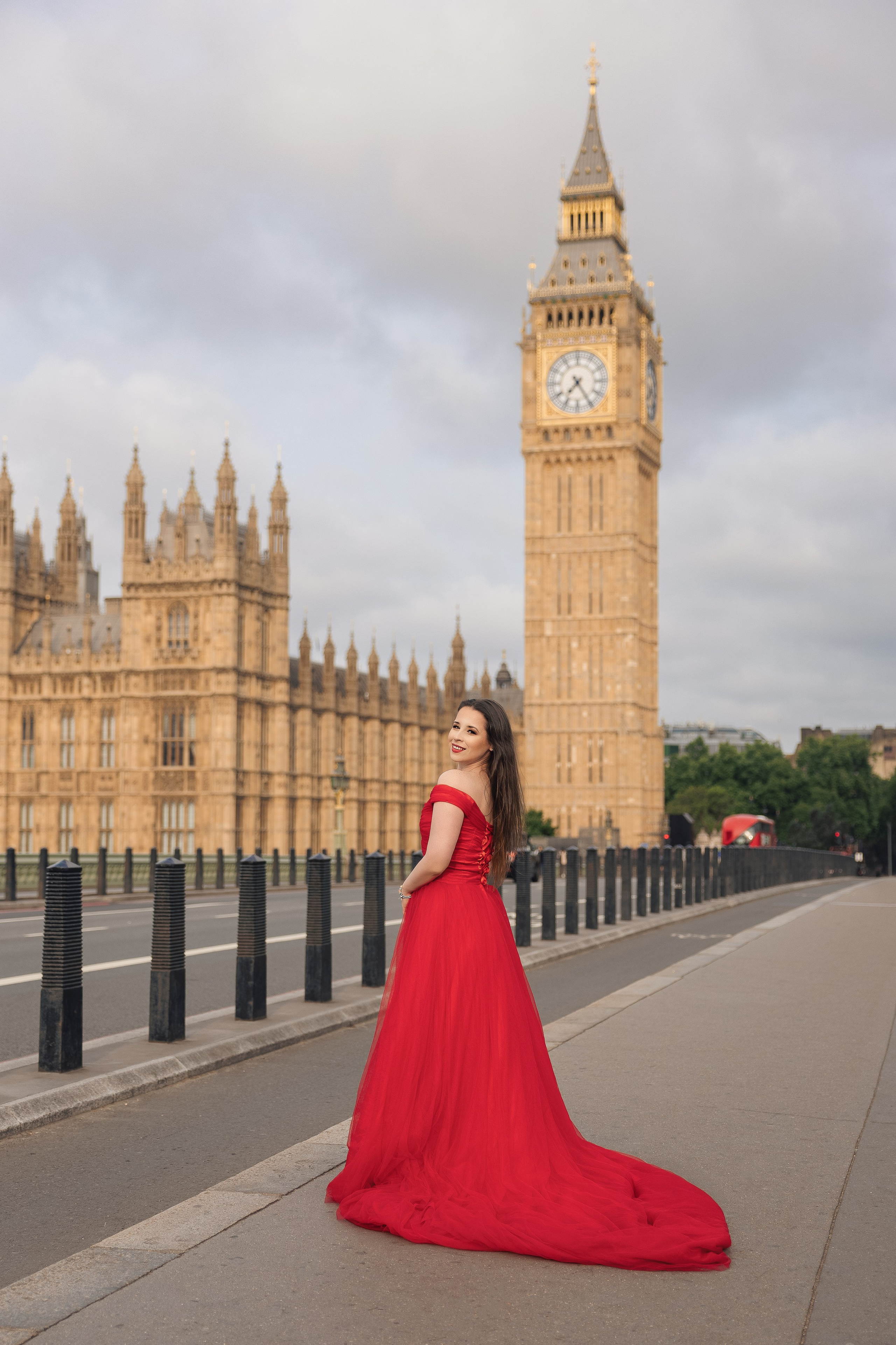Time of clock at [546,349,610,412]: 7:24
